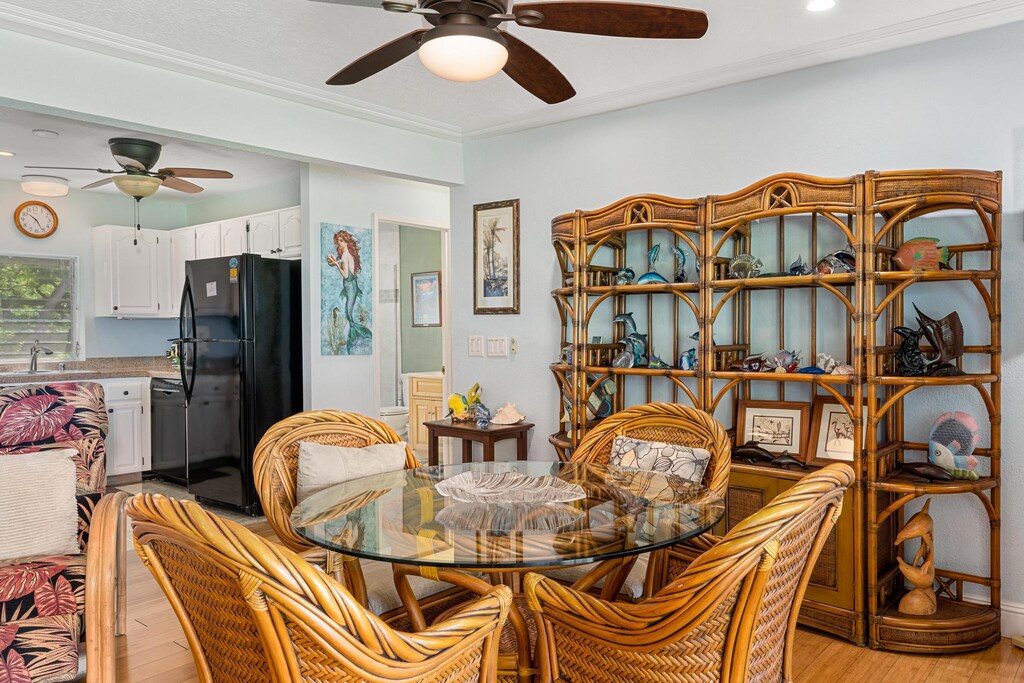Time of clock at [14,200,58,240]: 10:25
